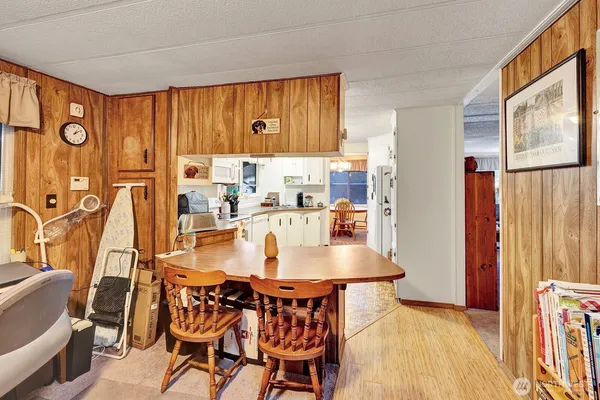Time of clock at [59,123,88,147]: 1:09
